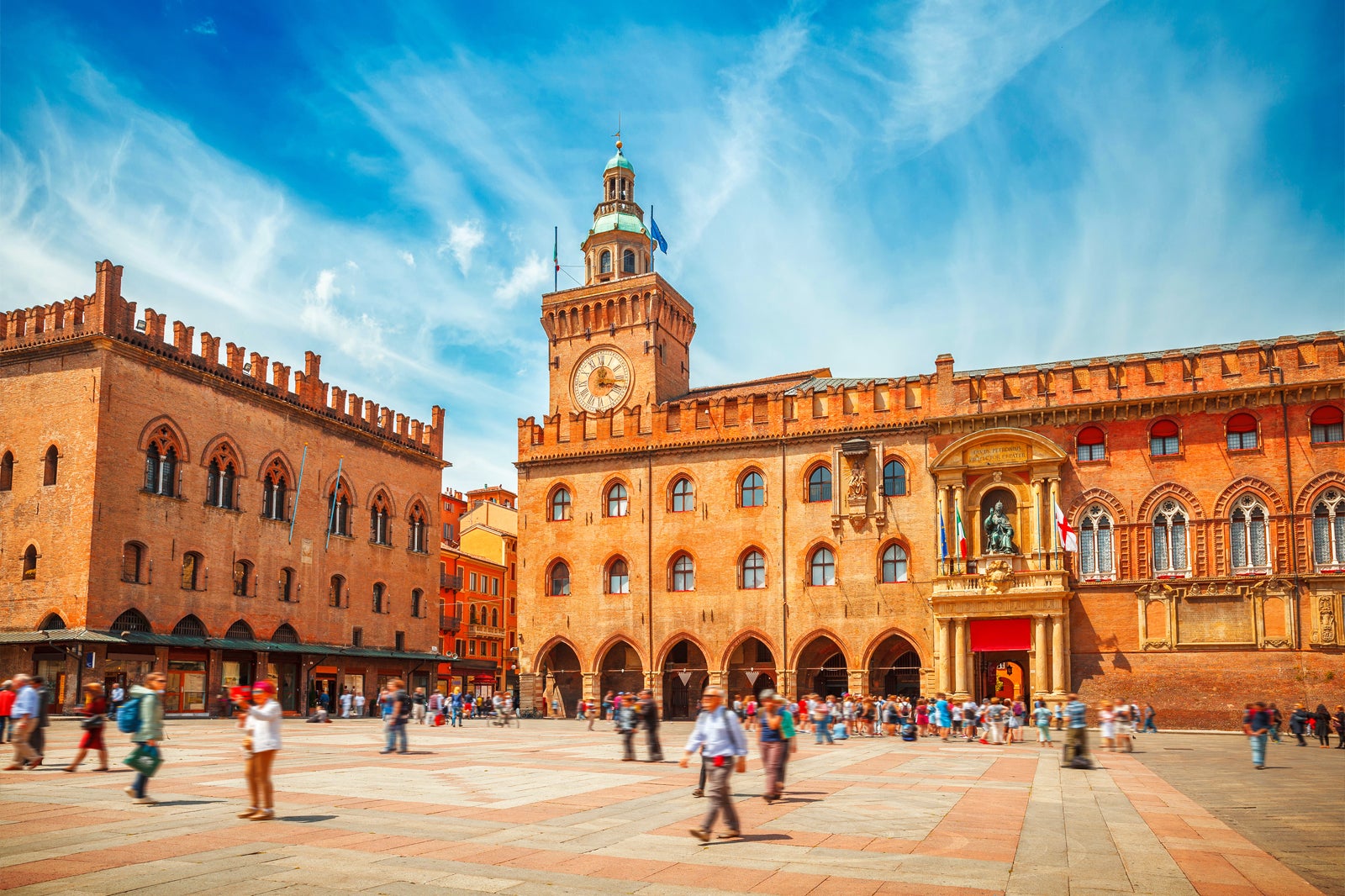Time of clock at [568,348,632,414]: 12:17
